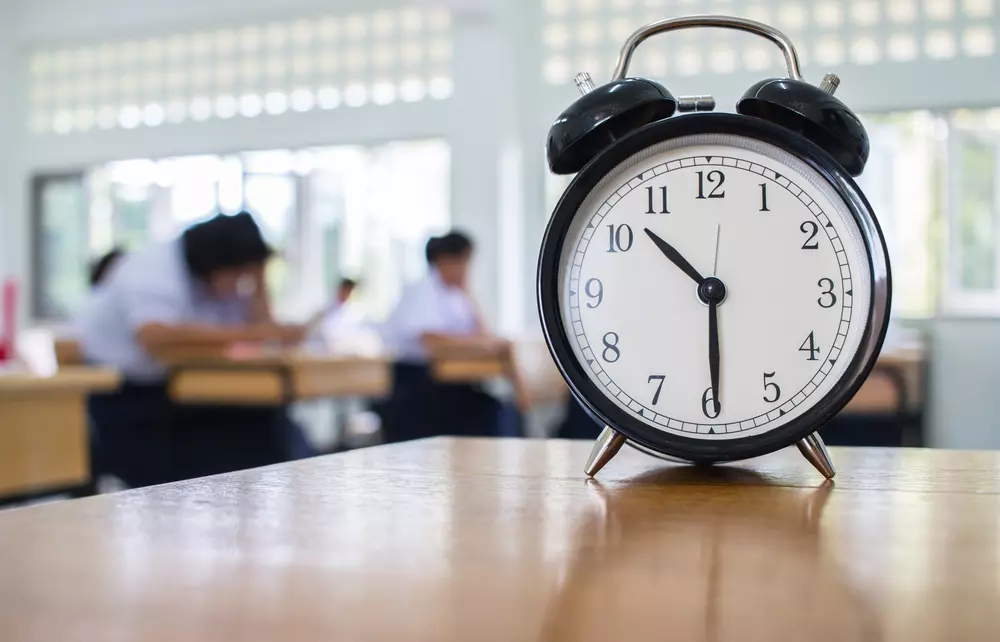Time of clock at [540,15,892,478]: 10:29
